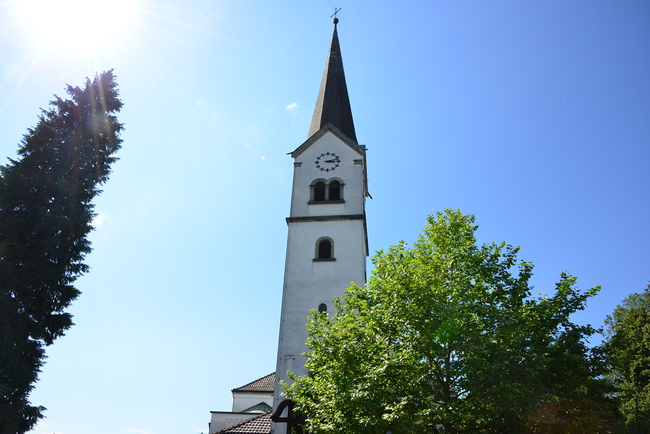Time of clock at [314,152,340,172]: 3:12
